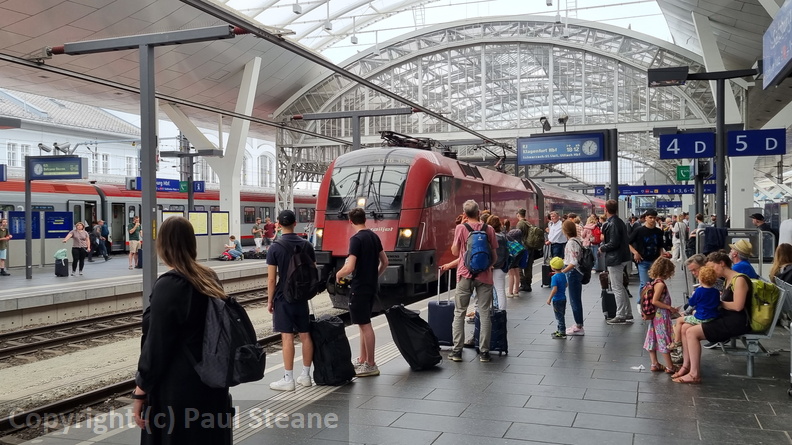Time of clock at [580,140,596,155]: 6:05
